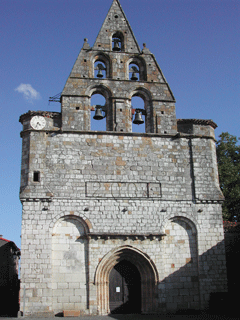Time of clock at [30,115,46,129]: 4:33
